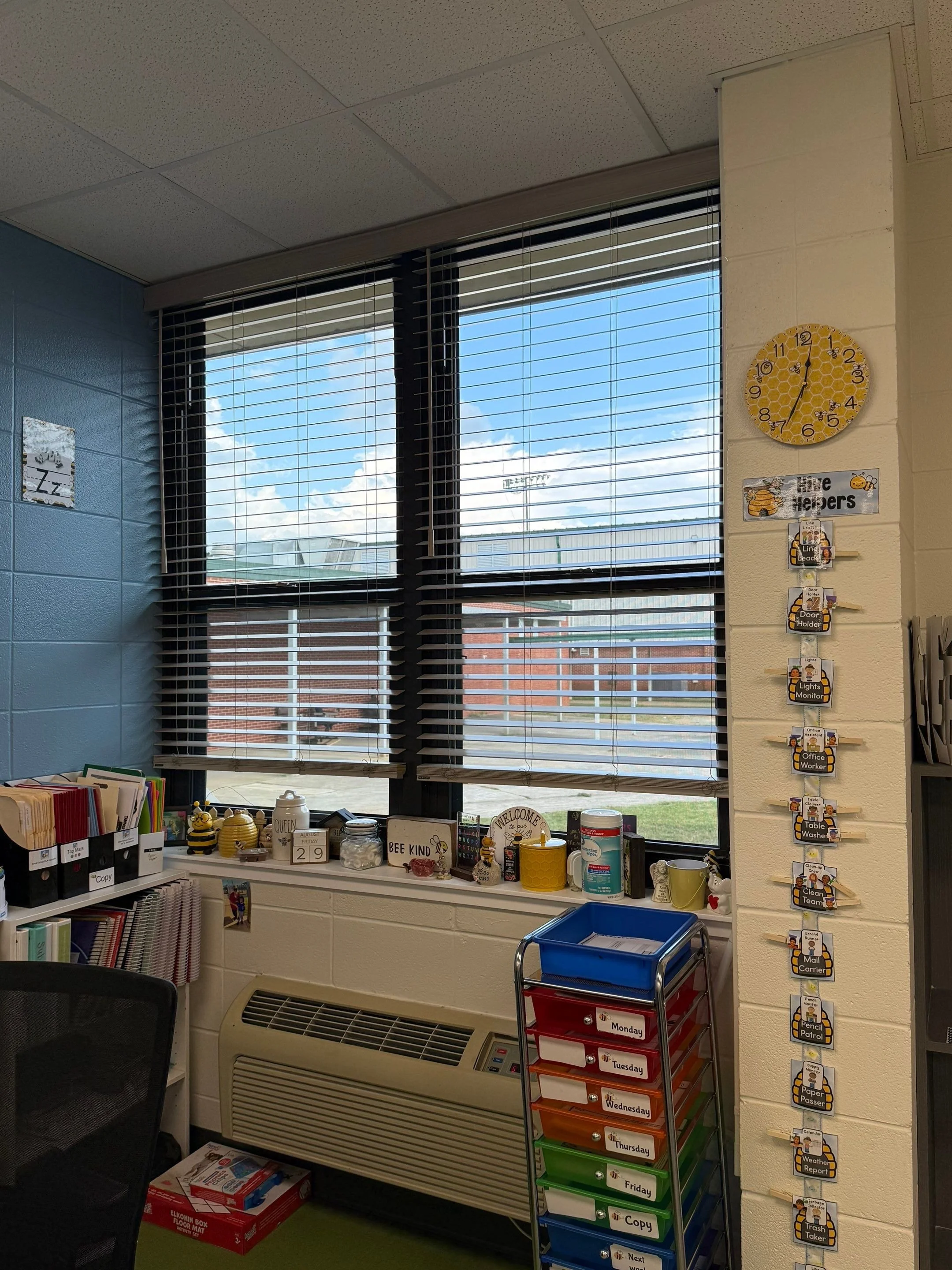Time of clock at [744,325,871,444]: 12:34
